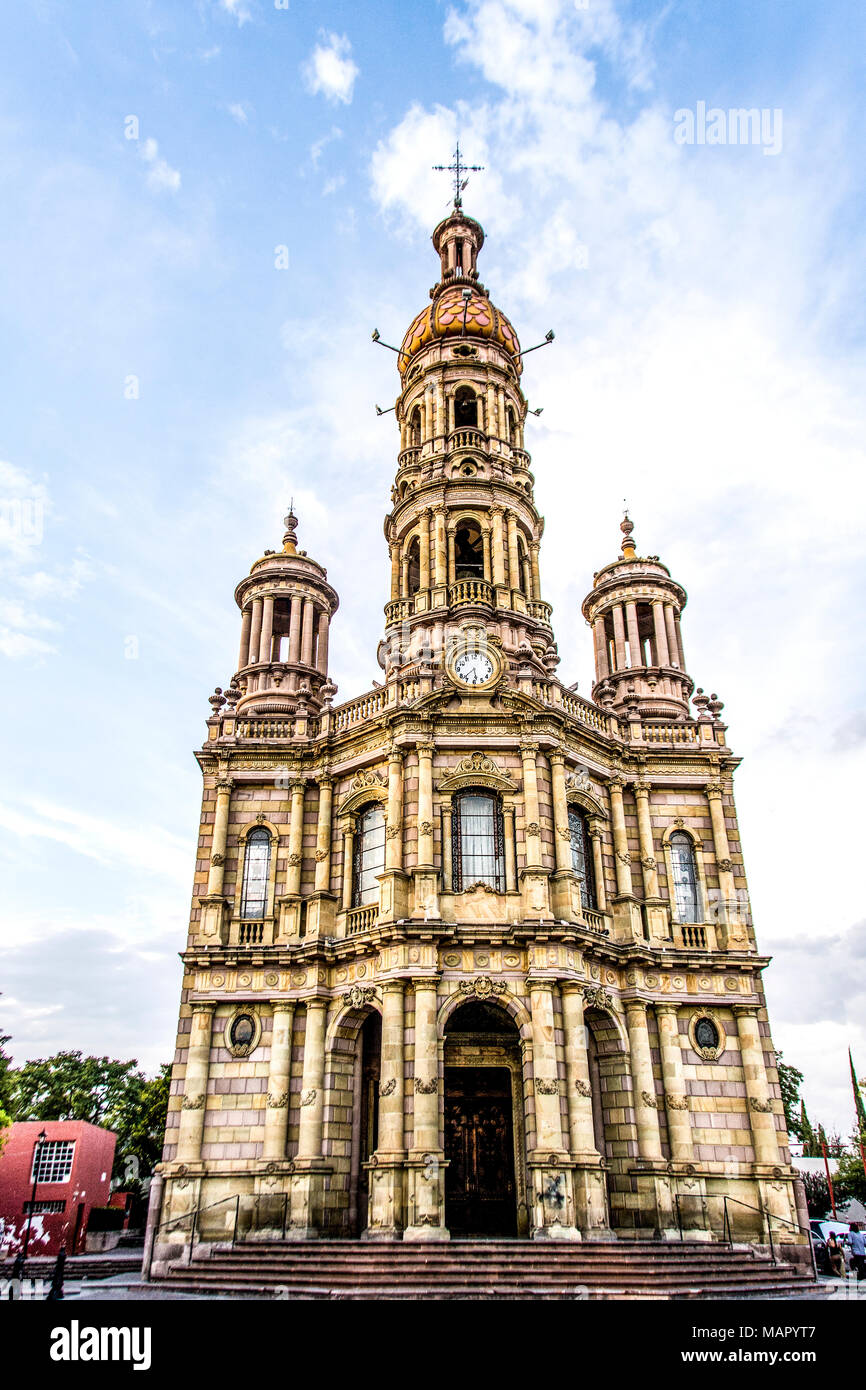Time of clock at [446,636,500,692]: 5:37
